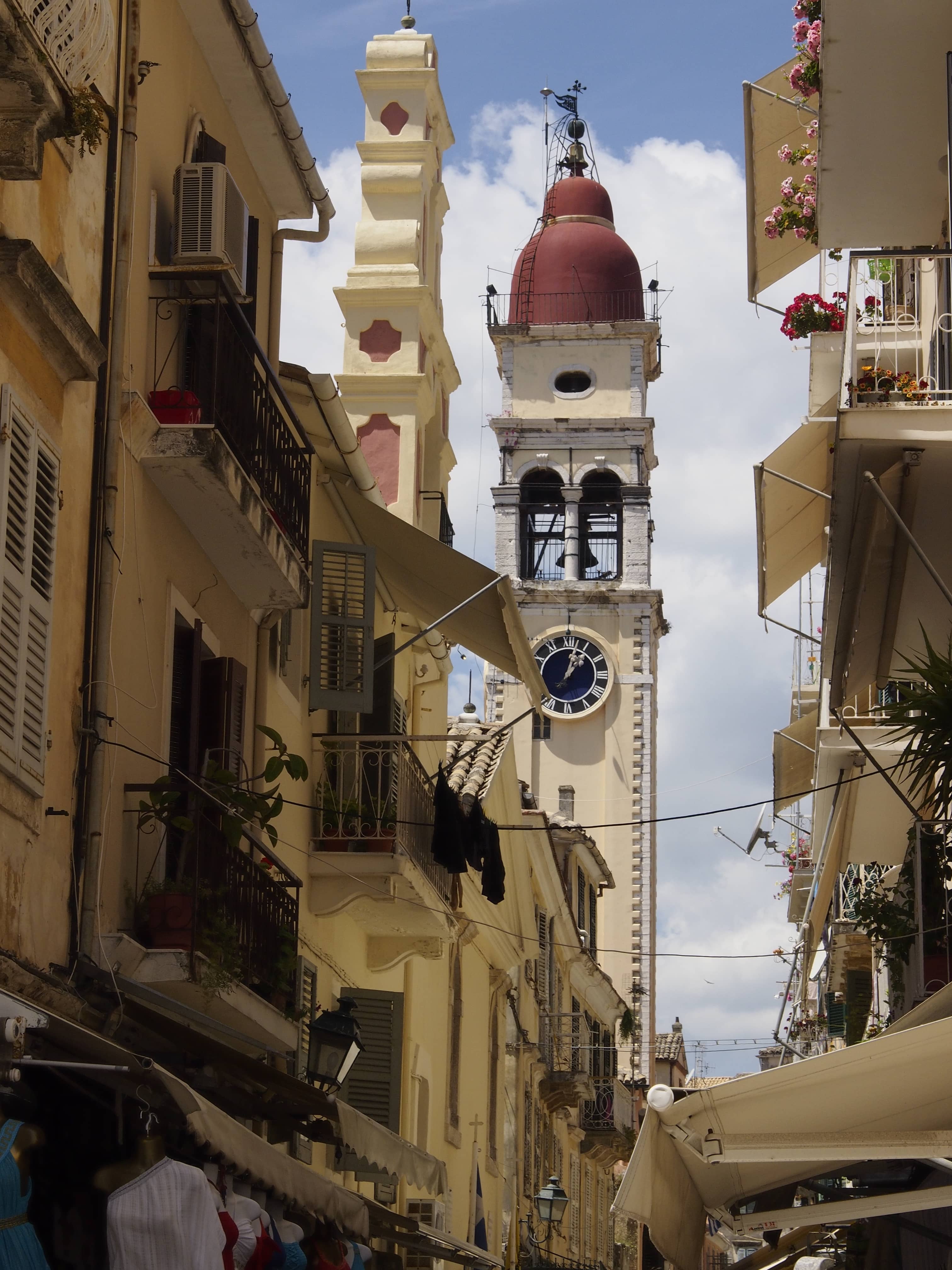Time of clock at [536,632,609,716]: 1:02
